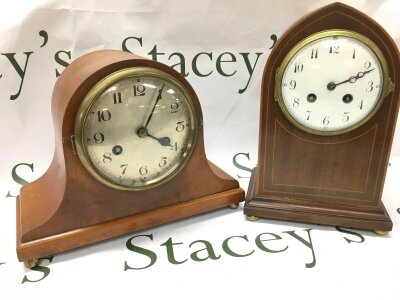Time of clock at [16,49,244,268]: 4:04
